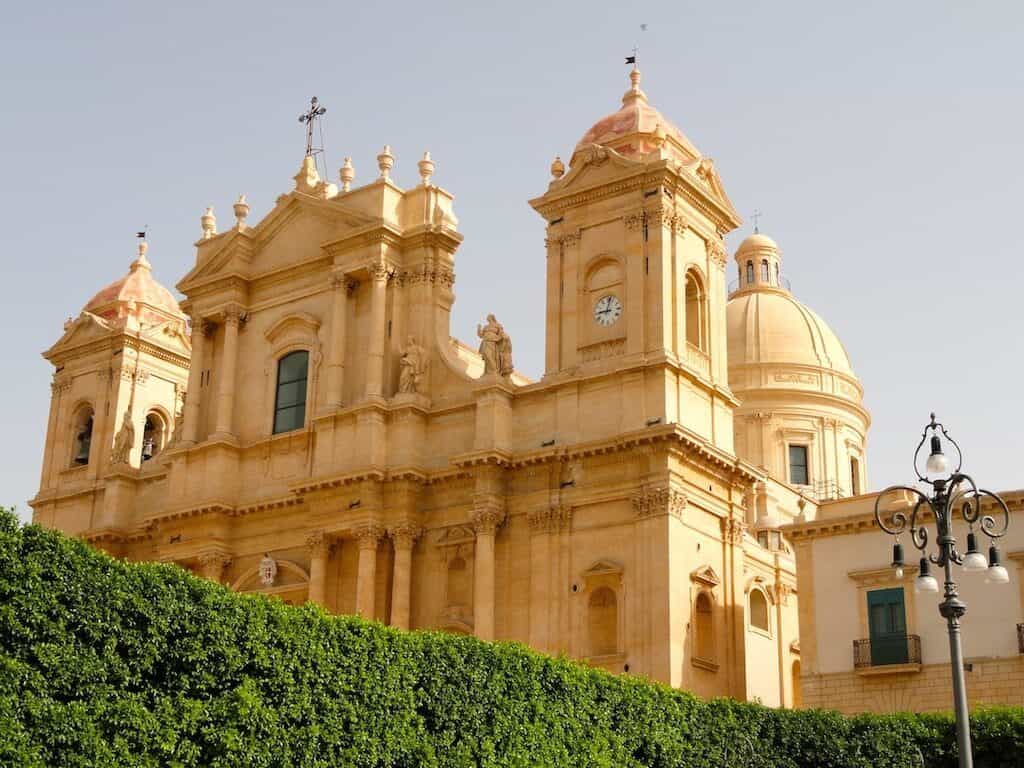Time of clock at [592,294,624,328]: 9:01
